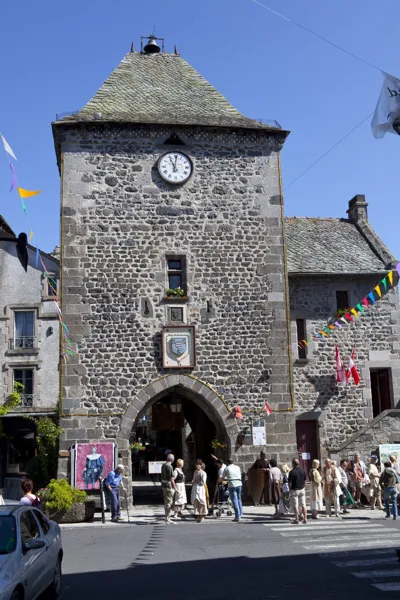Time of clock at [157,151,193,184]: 11:01
